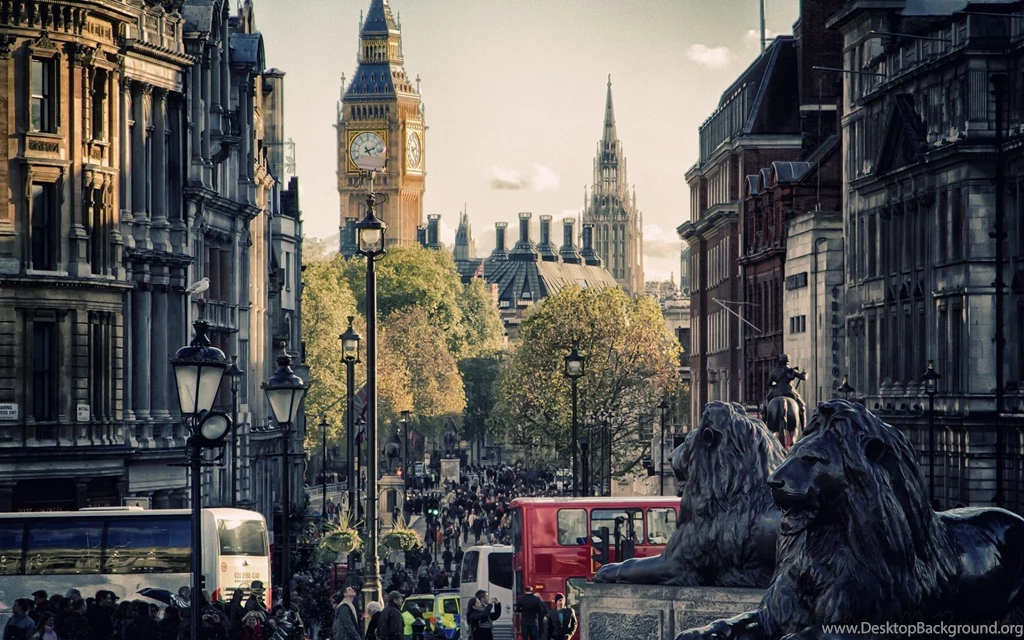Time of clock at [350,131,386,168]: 2:23
